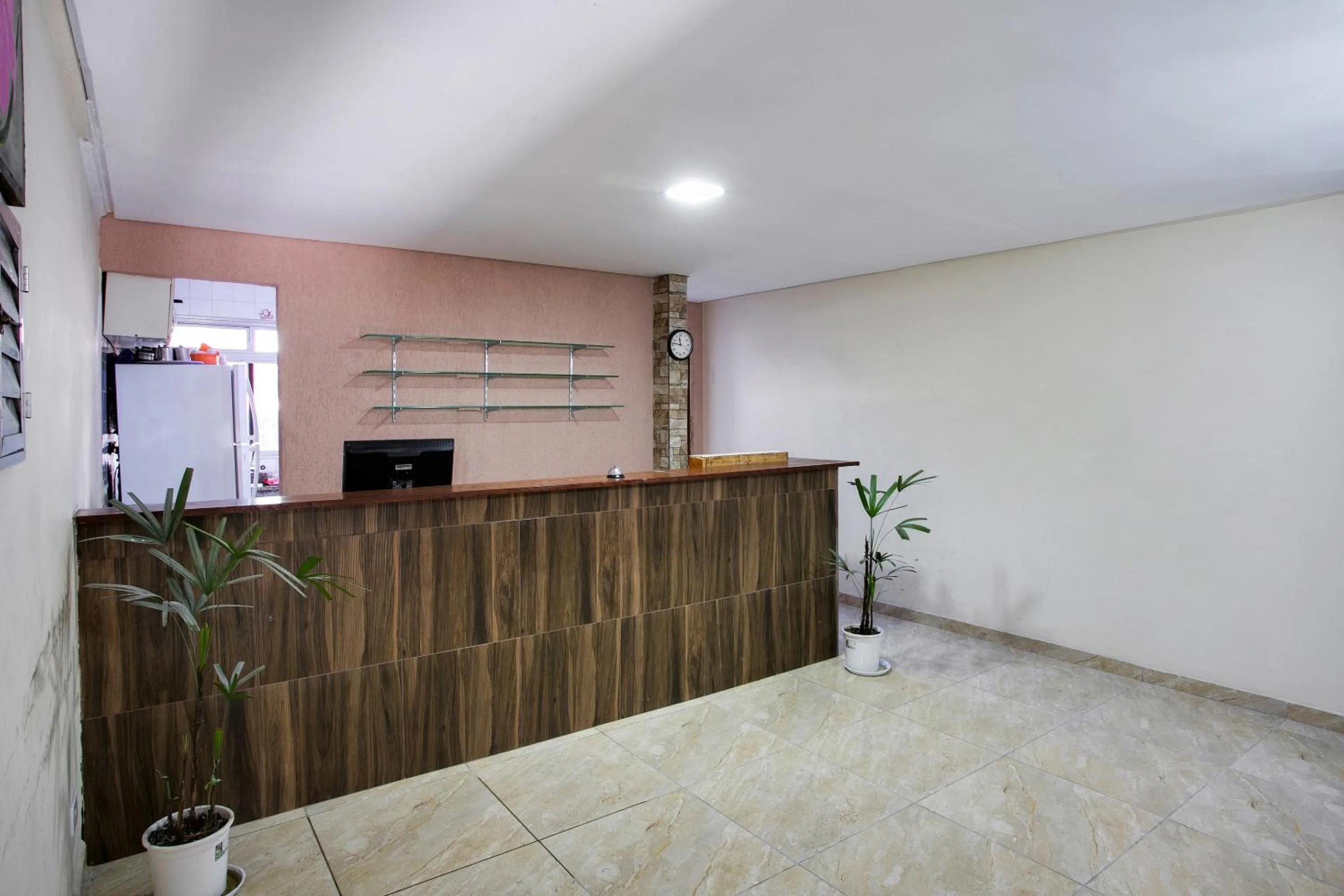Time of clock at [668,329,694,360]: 11:46
